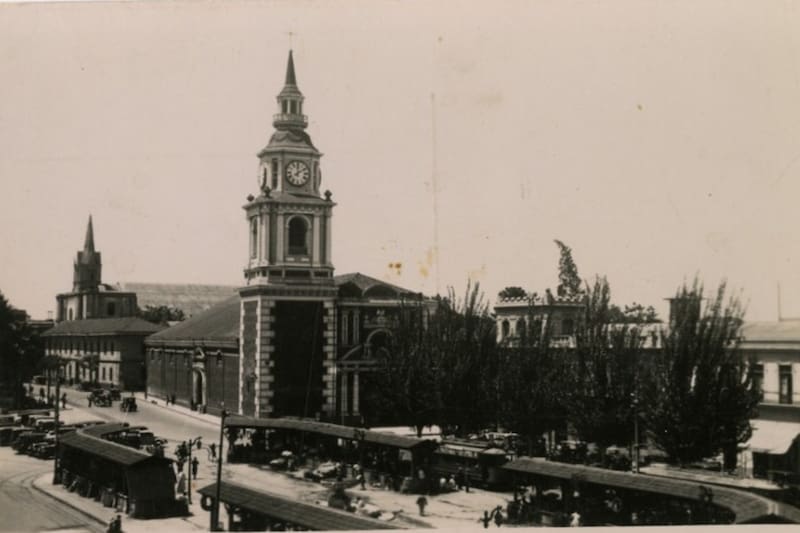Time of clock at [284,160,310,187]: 12:09
